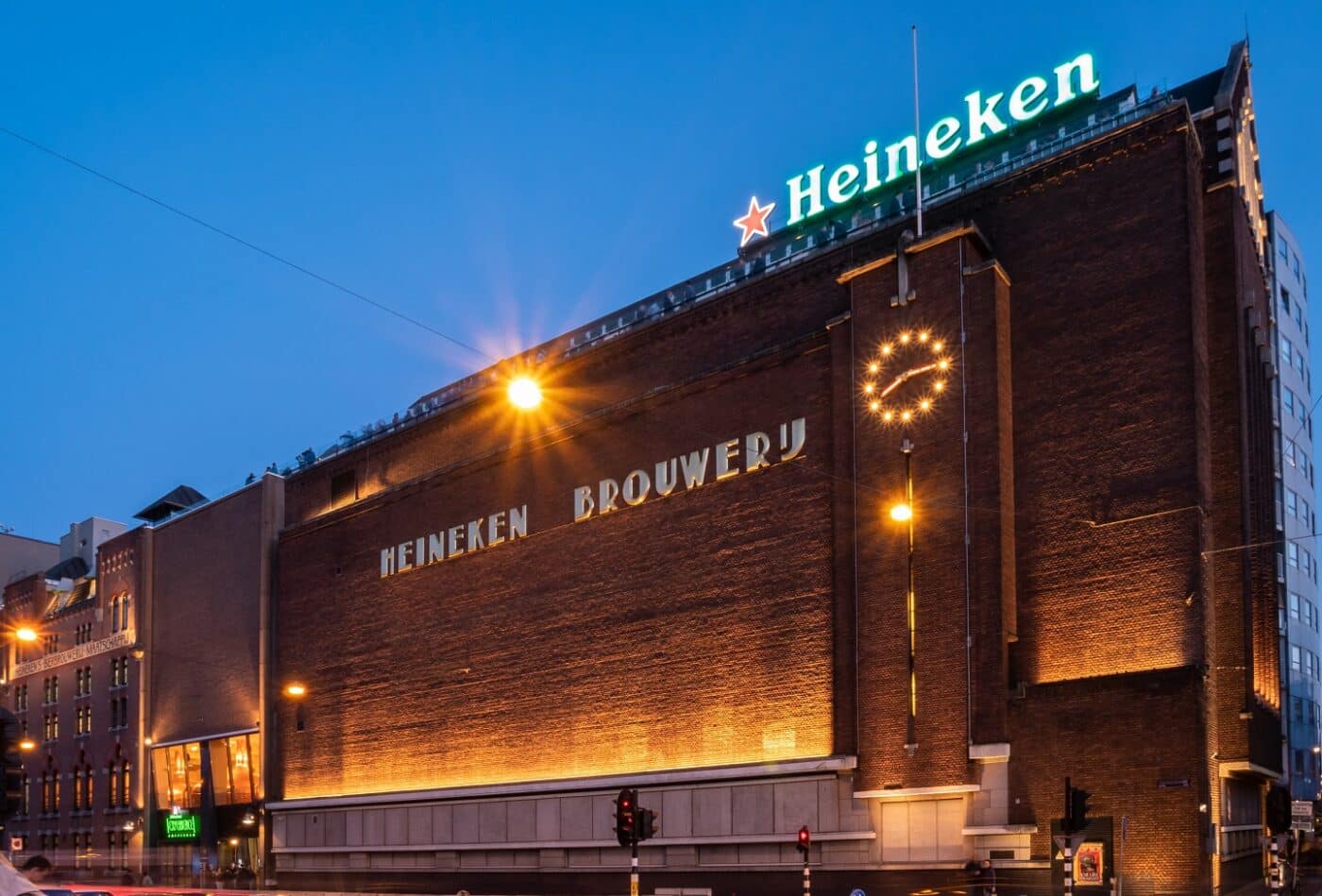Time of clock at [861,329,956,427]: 8:14
